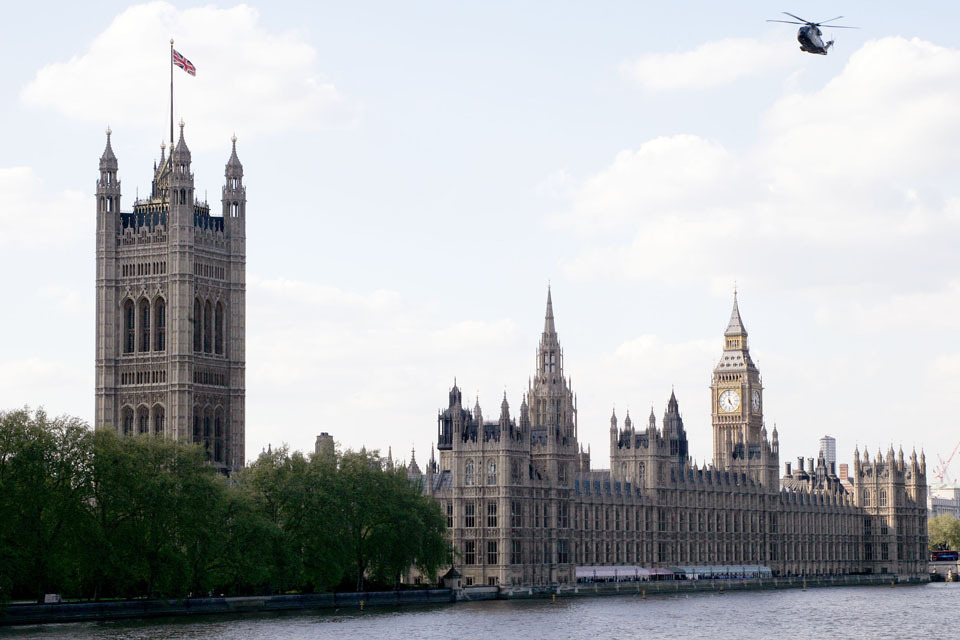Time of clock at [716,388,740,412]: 4:59
